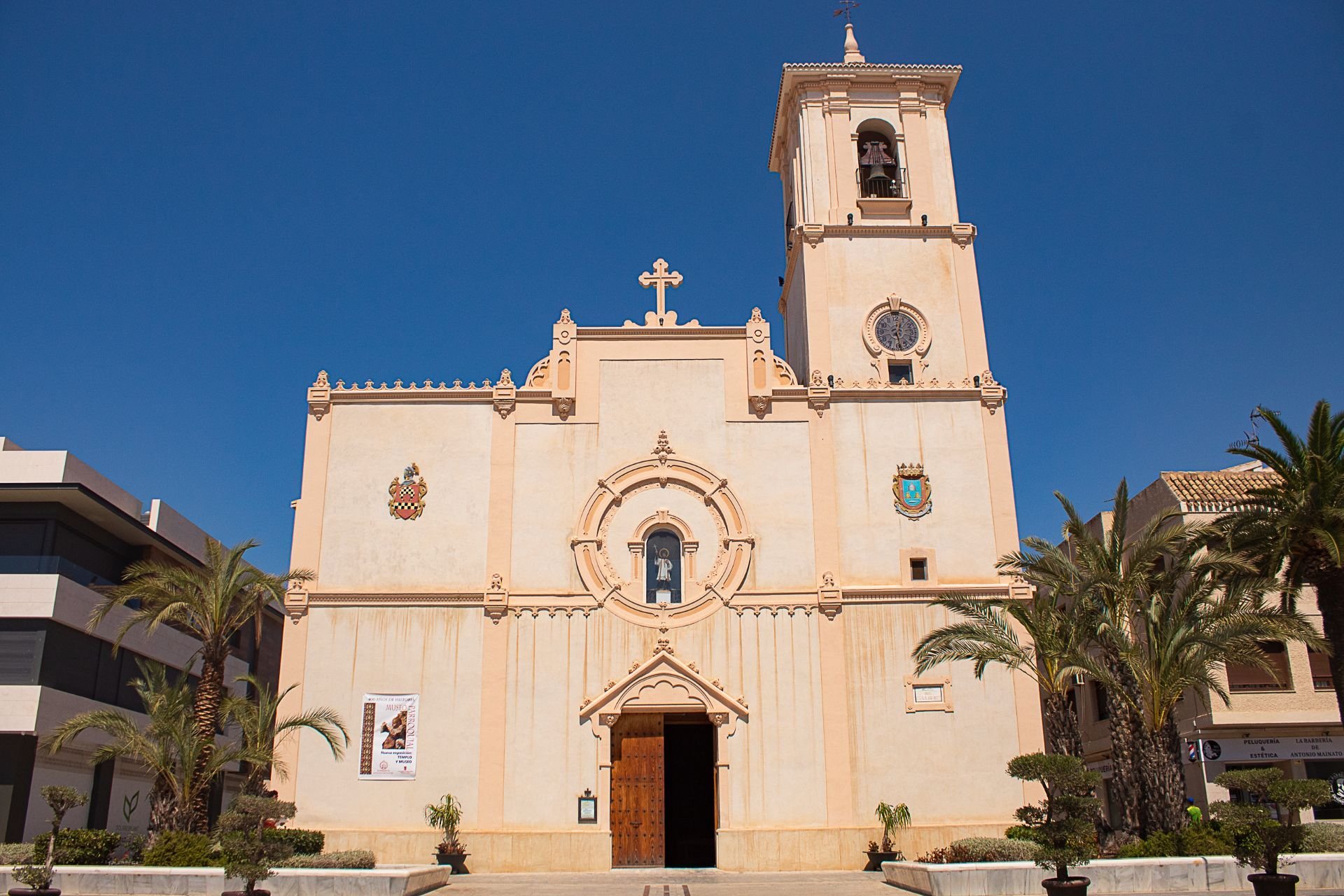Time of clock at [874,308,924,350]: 12:28
